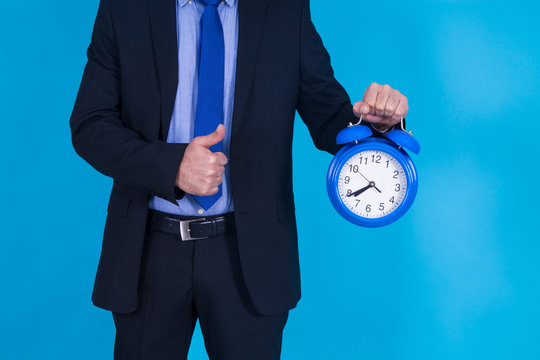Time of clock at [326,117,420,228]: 7:39
